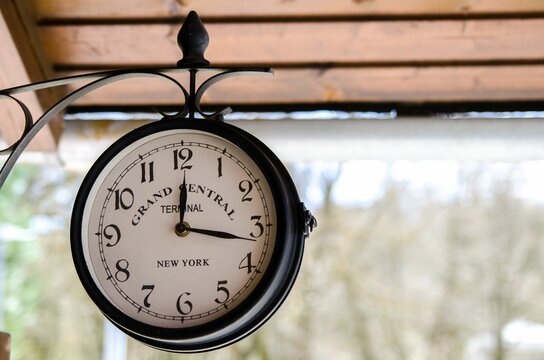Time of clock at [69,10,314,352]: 12:16
